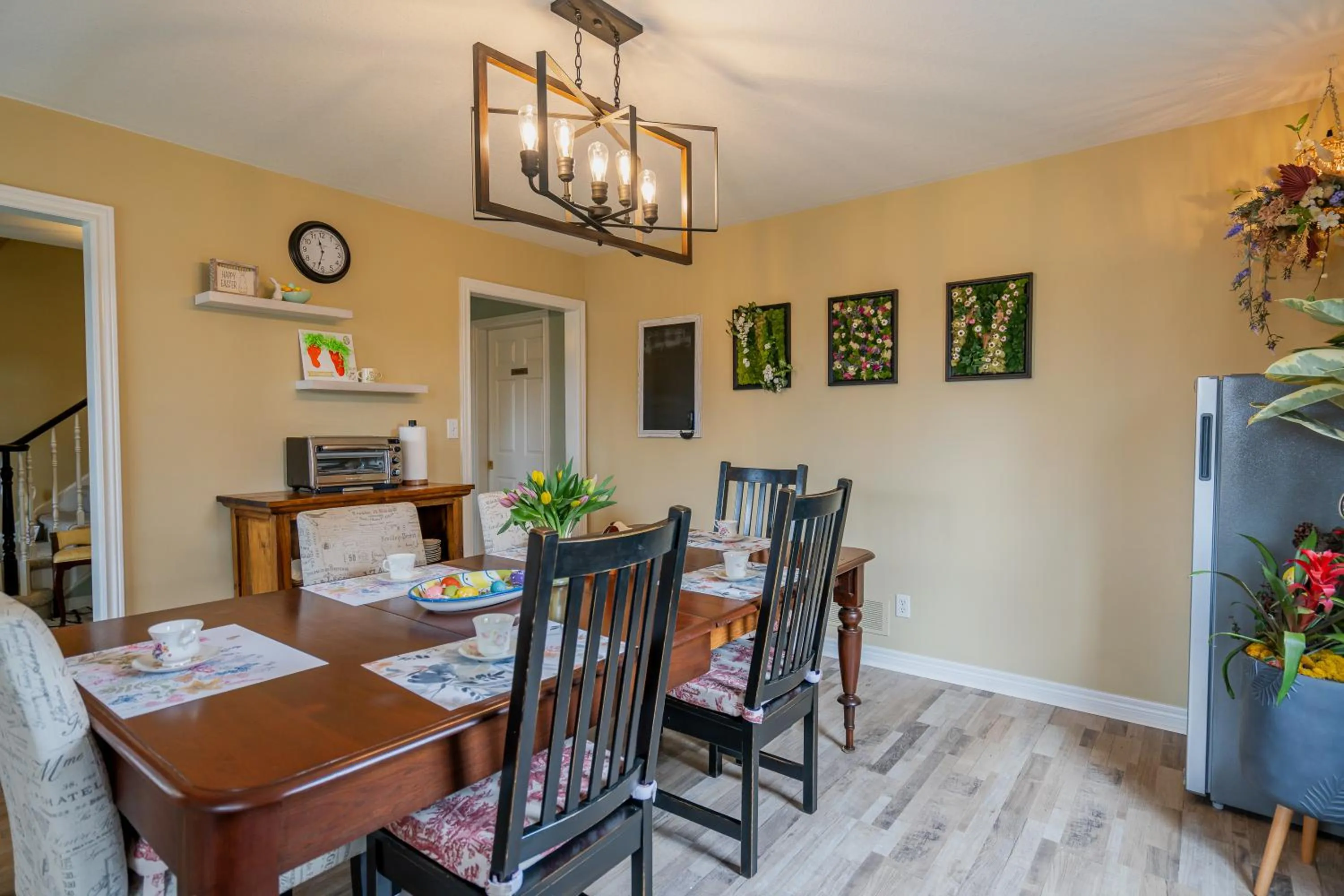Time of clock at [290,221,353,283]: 11:32
